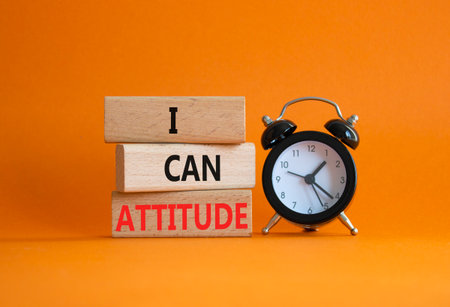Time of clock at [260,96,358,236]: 1:21
